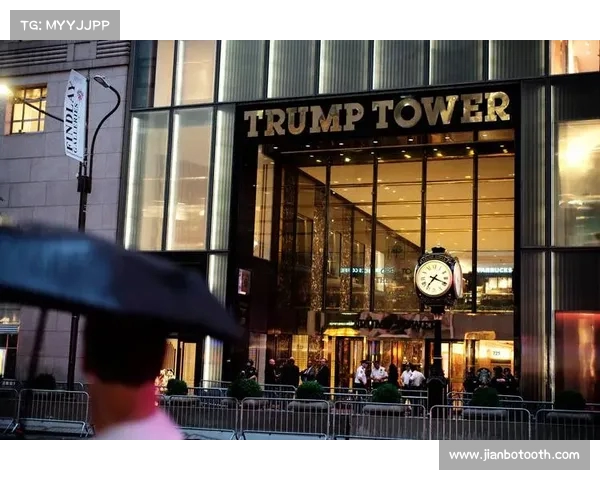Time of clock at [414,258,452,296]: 7:18
